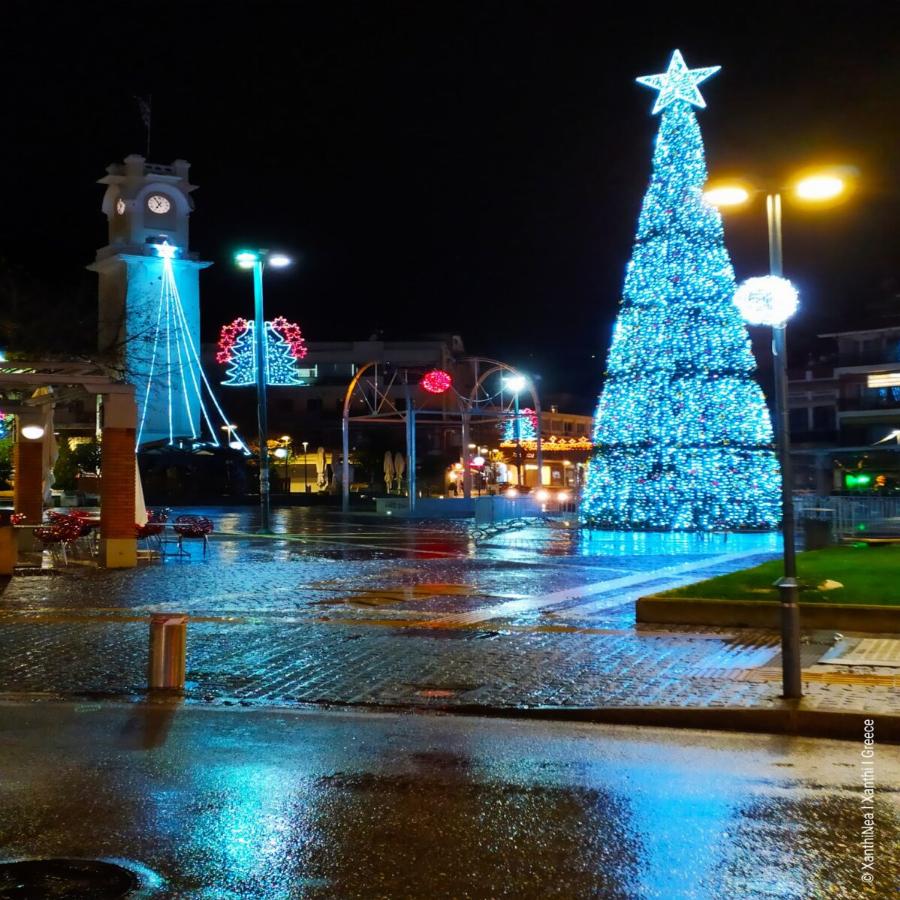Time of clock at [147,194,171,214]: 6:54
